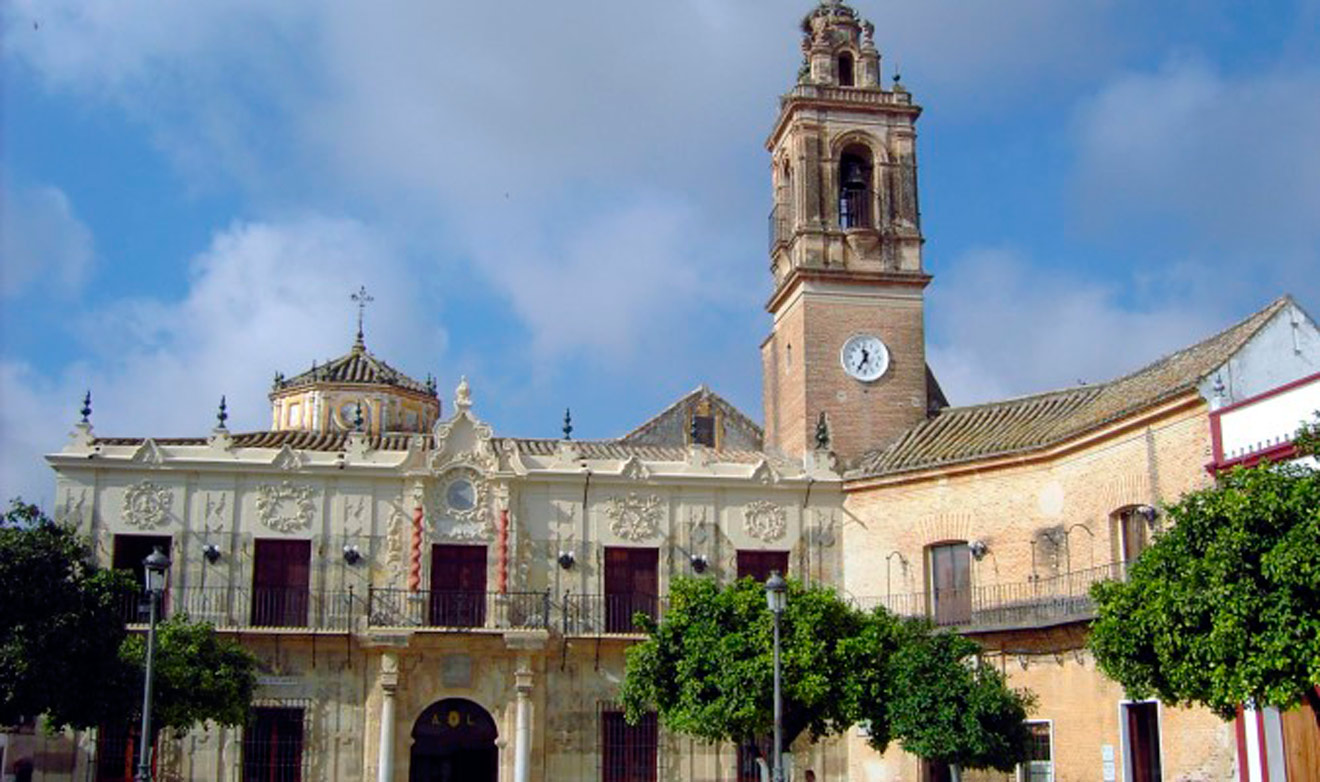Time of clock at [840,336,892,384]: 11:35
